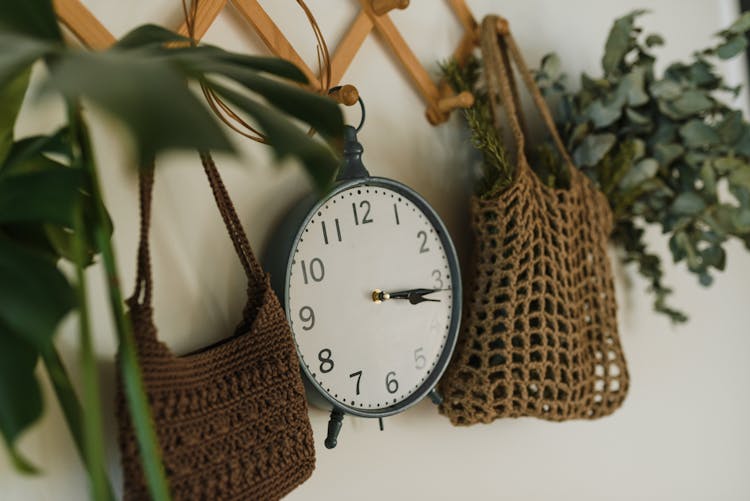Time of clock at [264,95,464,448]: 3:15
